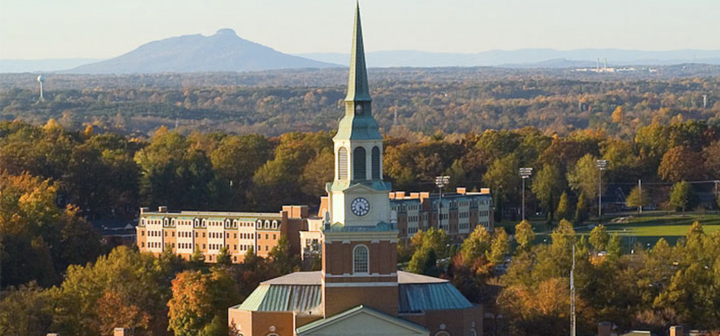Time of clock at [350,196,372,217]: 4:31
